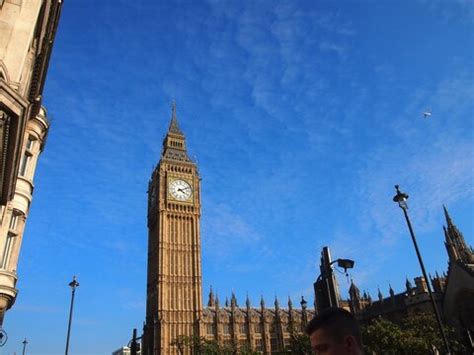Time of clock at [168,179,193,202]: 4:10
